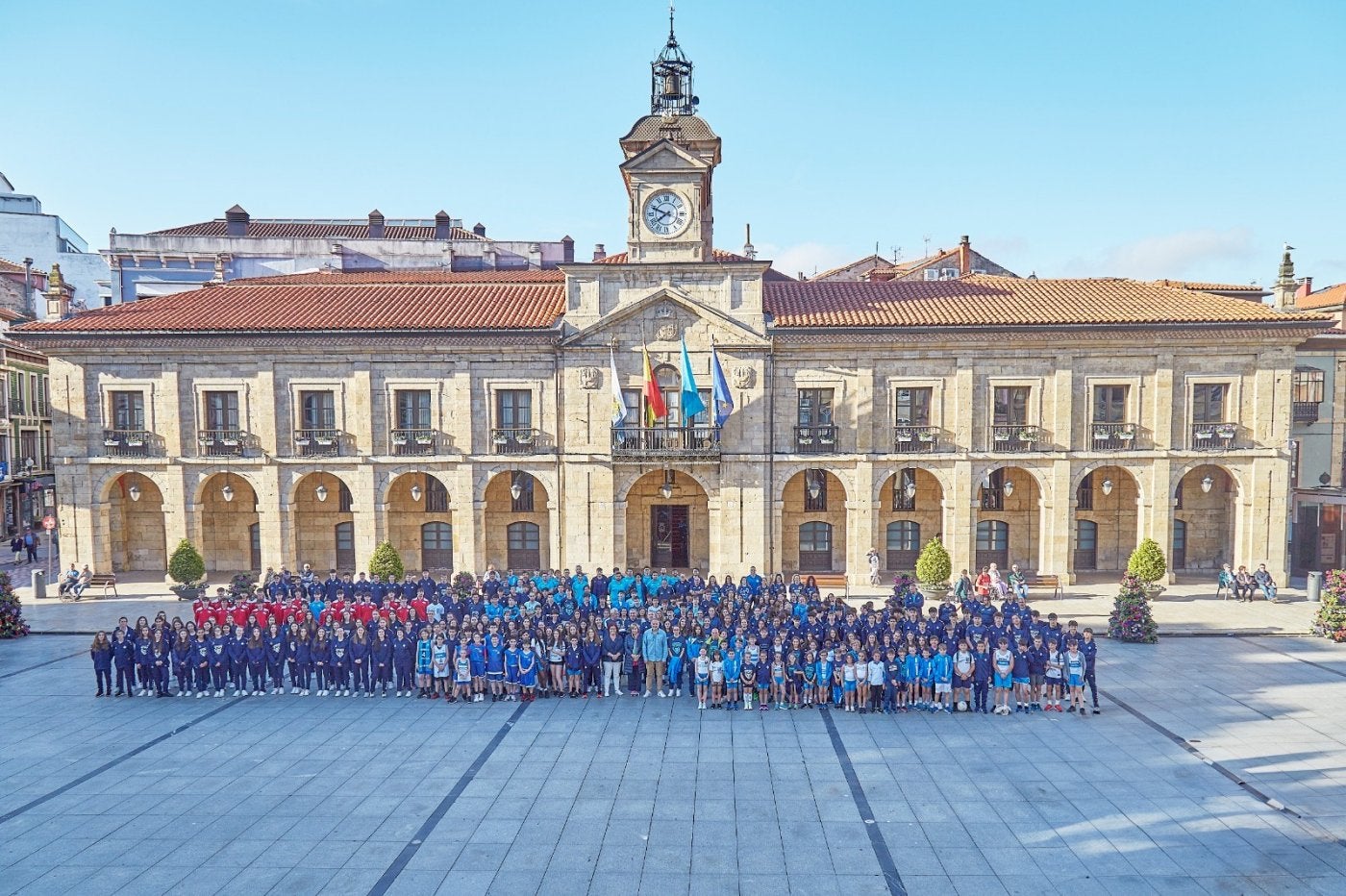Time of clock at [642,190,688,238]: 7:48
